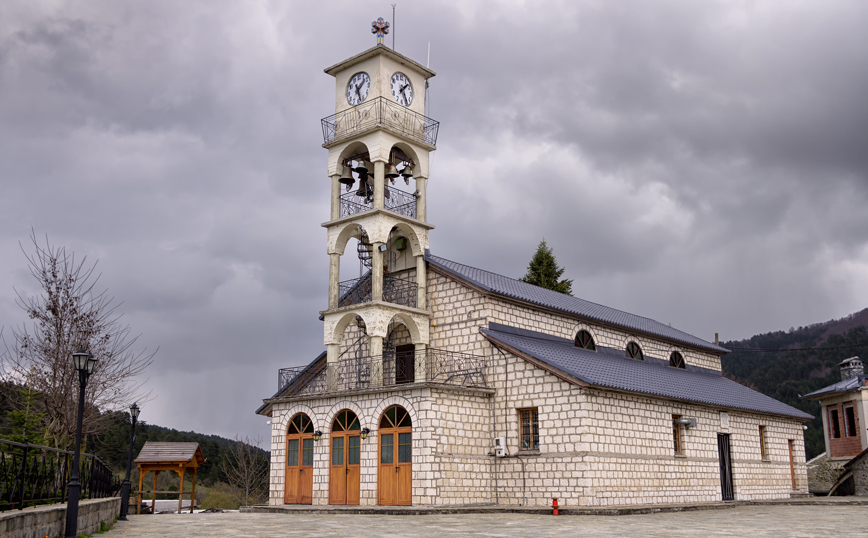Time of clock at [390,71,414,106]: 1:26
